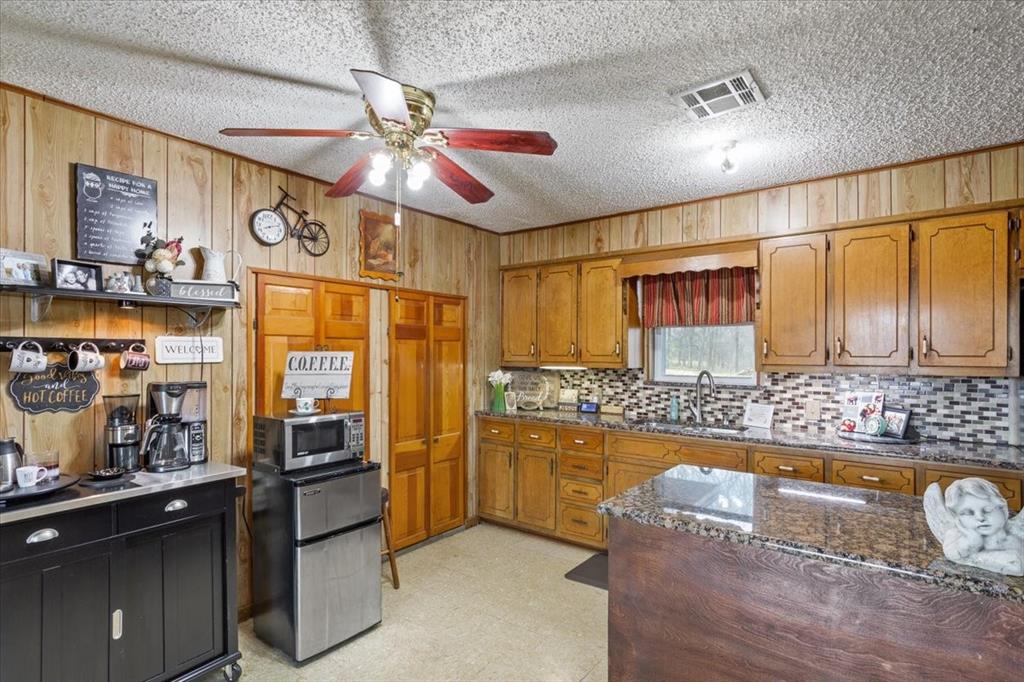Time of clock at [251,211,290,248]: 8:11
